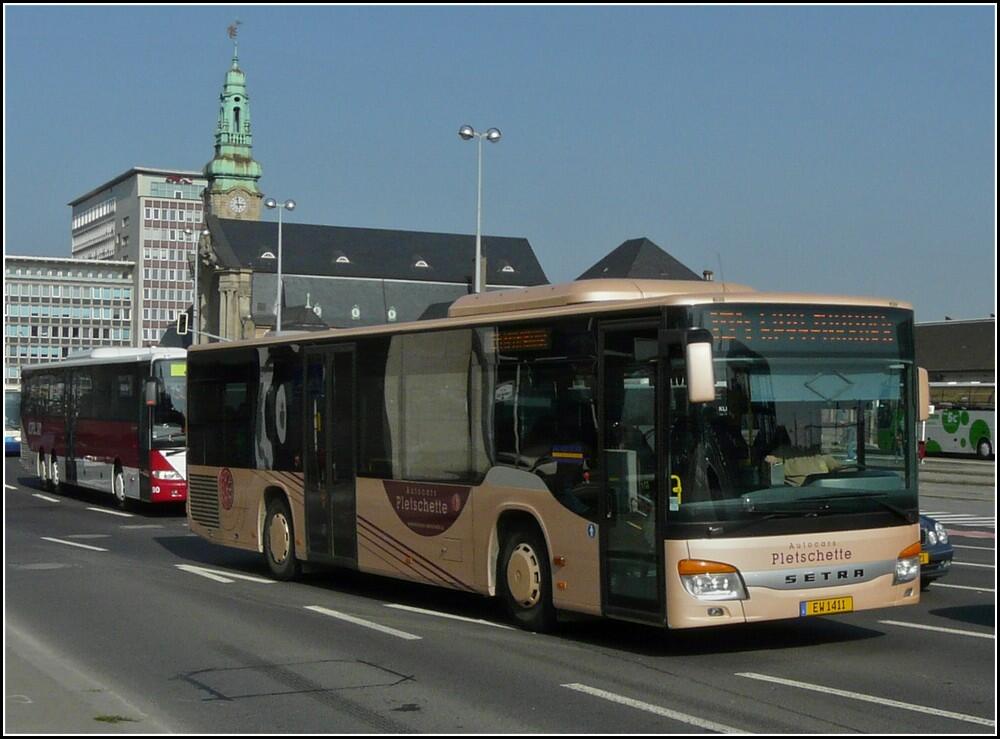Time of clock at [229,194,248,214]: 2:58
